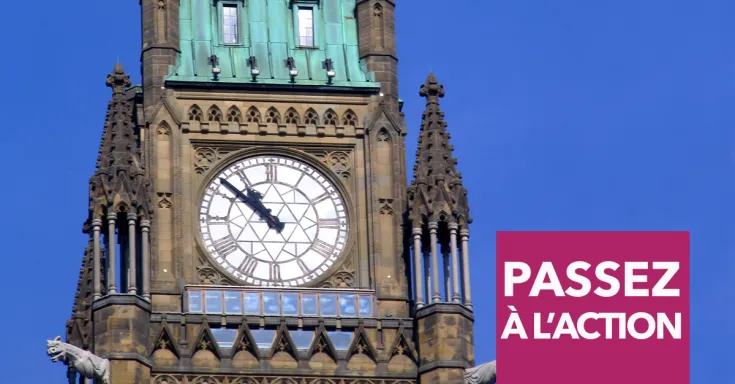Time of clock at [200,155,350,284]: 10:51
